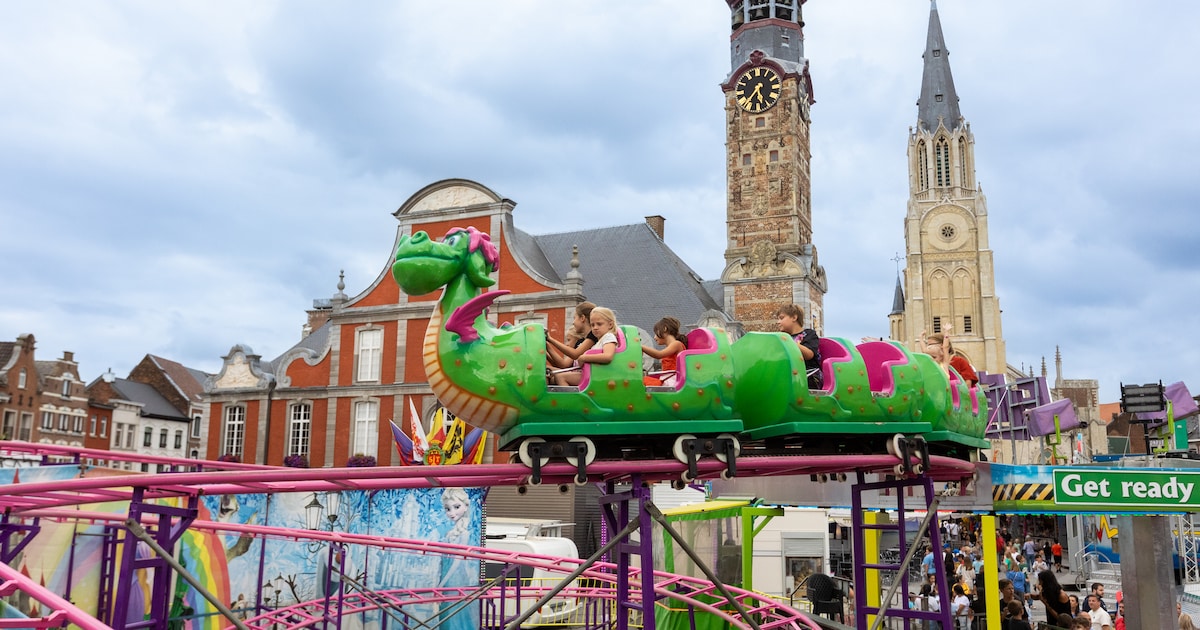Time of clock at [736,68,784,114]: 5:35
